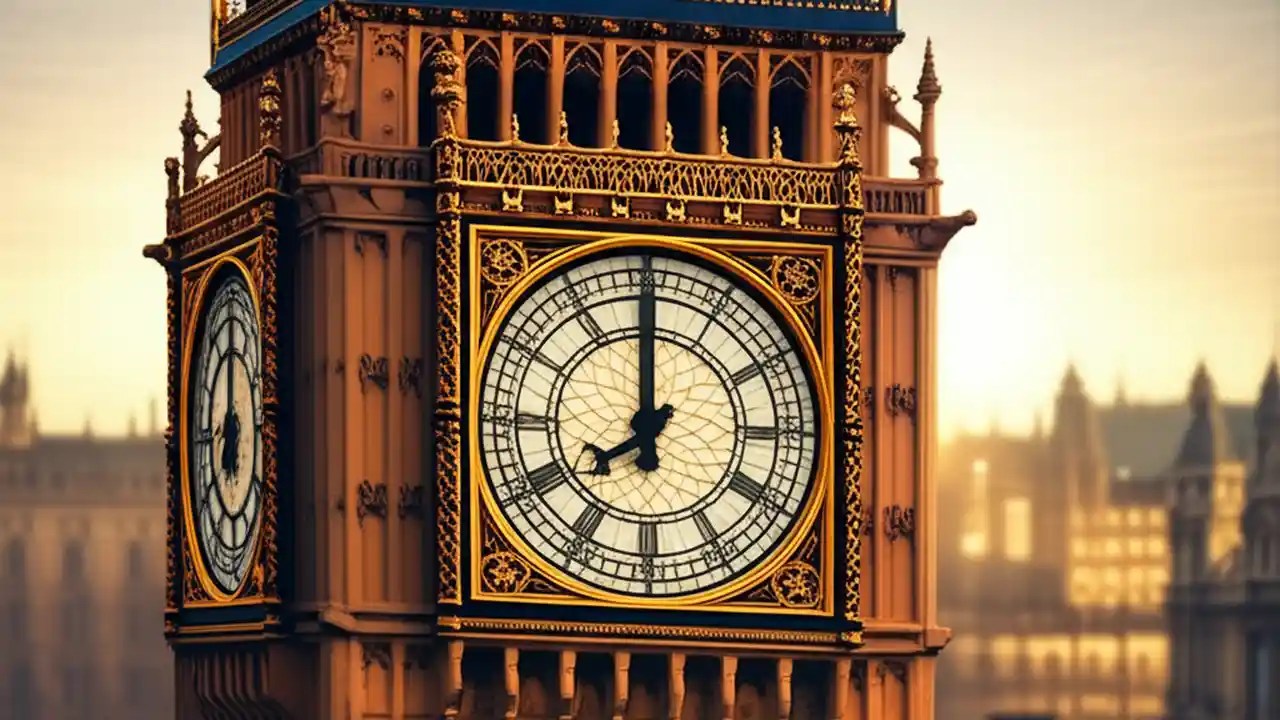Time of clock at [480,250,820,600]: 7:59
